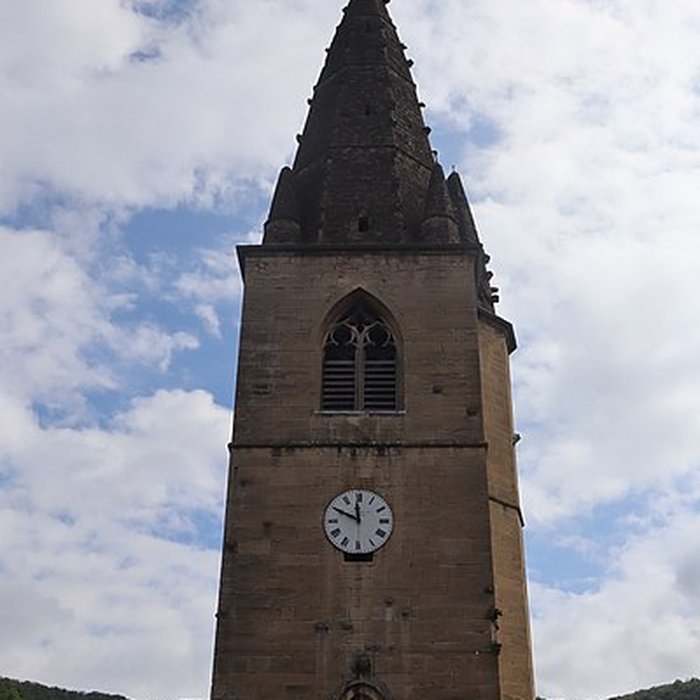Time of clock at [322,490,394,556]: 11:49
